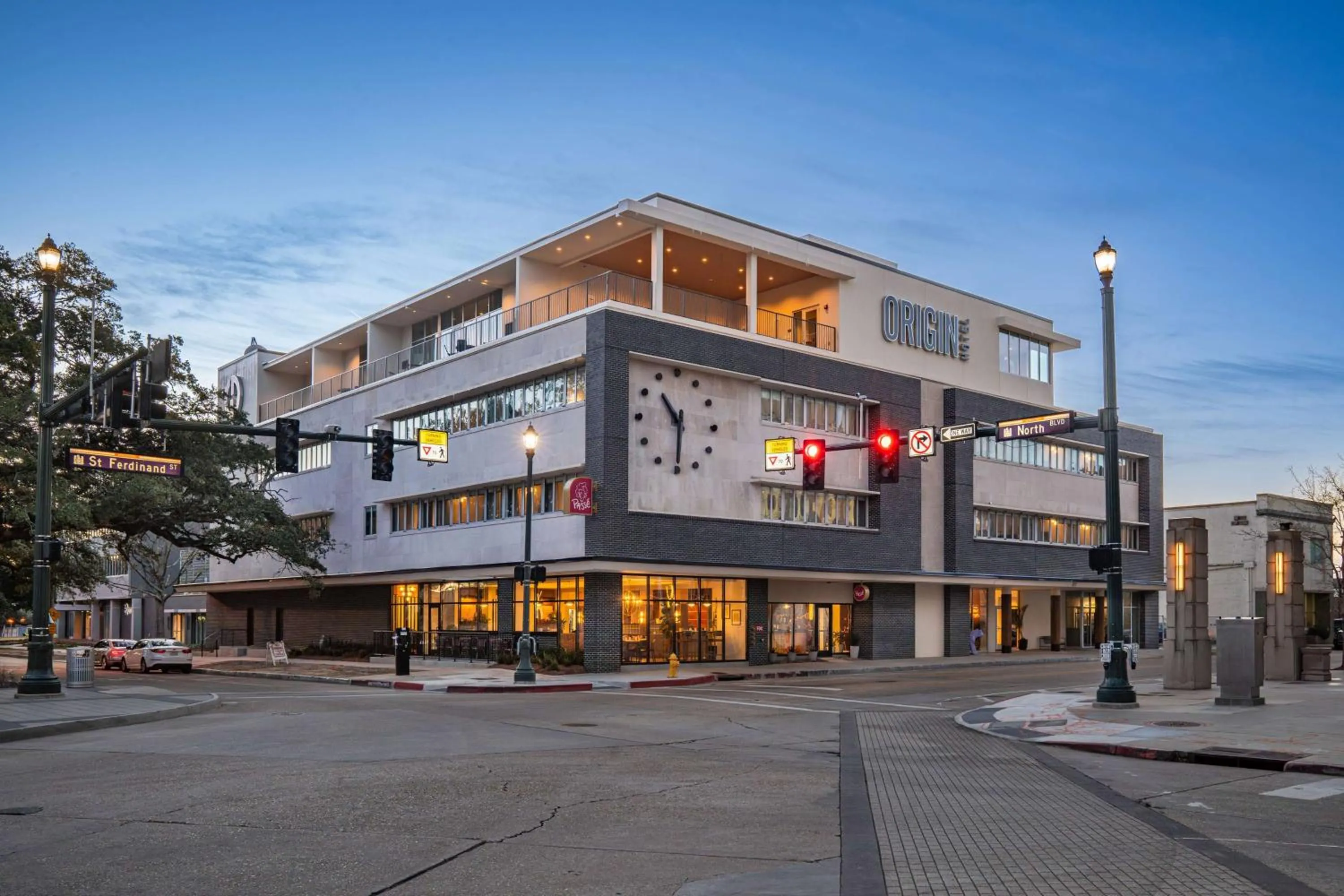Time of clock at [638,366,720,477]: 10:30
